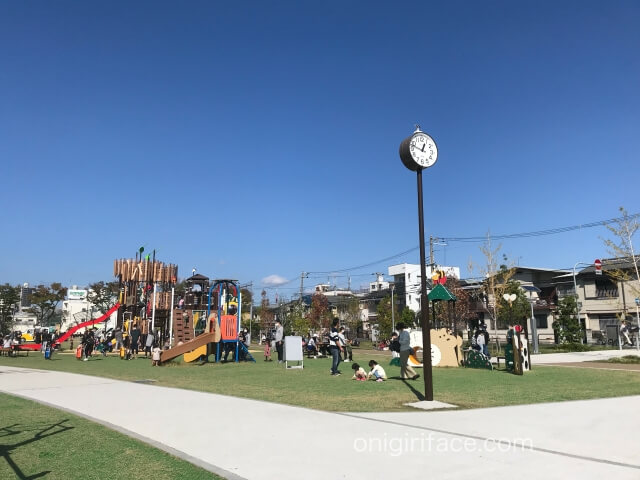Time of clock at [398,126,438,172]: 12:47
